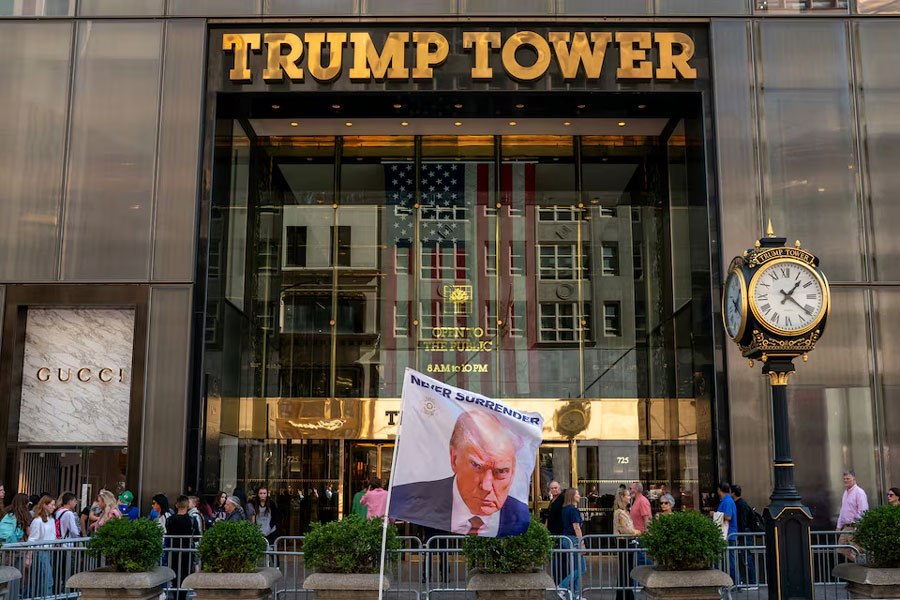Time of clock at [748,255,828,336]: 1:21
